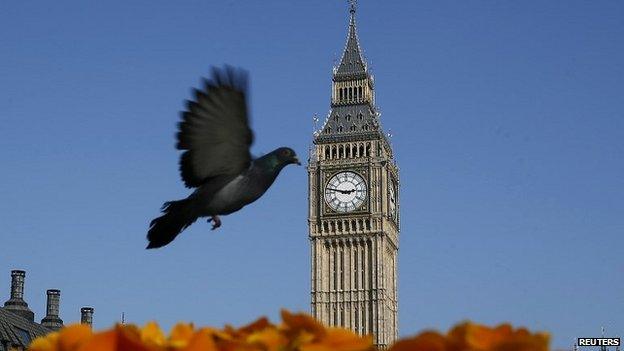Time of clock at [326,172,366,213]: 2:47
